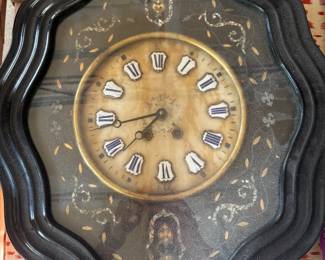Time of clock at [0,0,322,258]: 7:43
